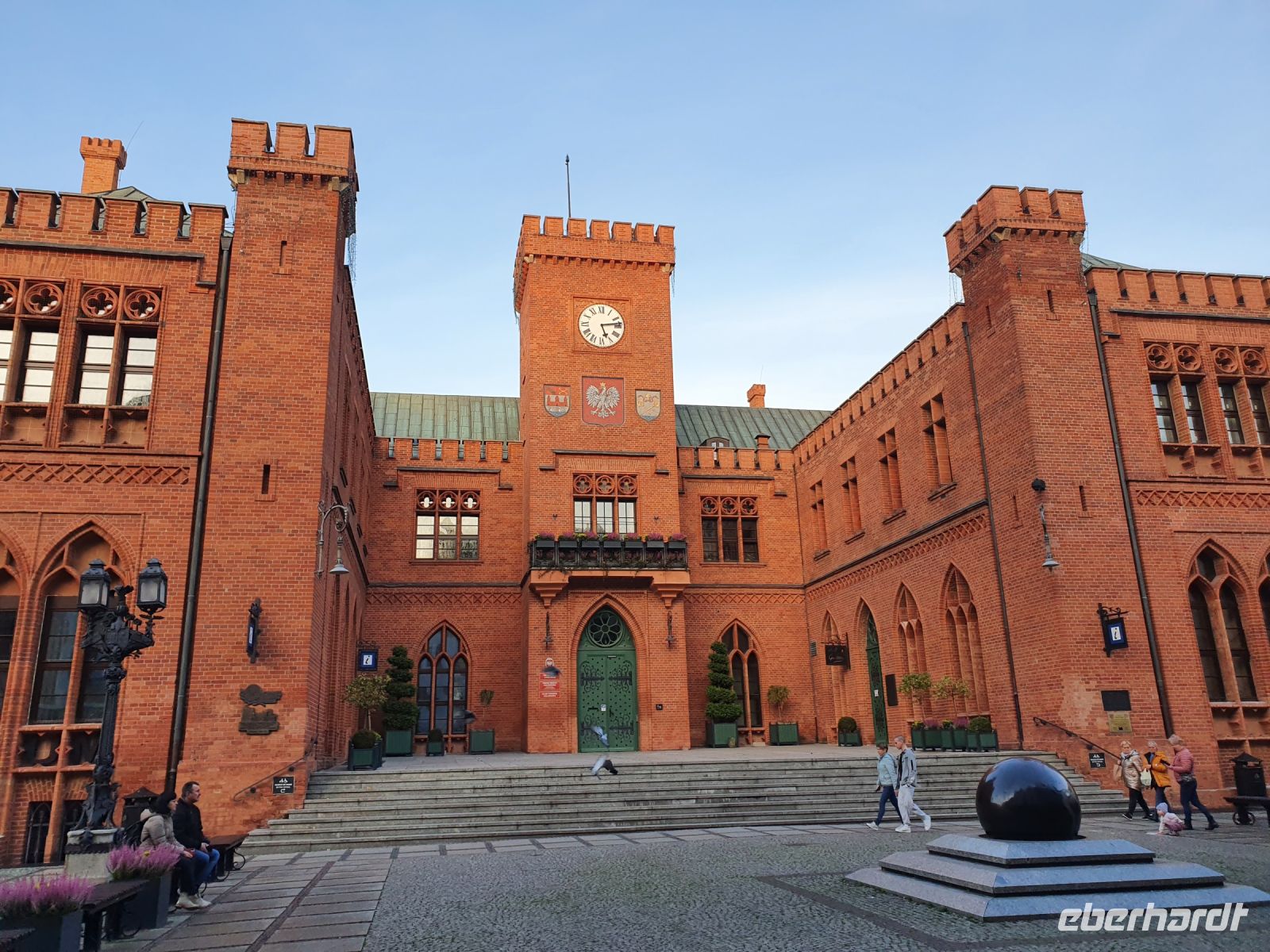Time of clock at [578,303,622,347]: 5:13
